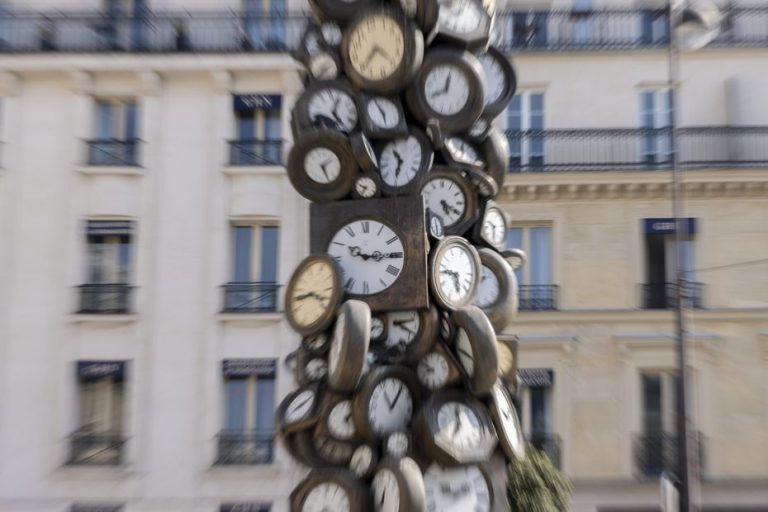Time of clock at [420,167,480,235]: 5:19
